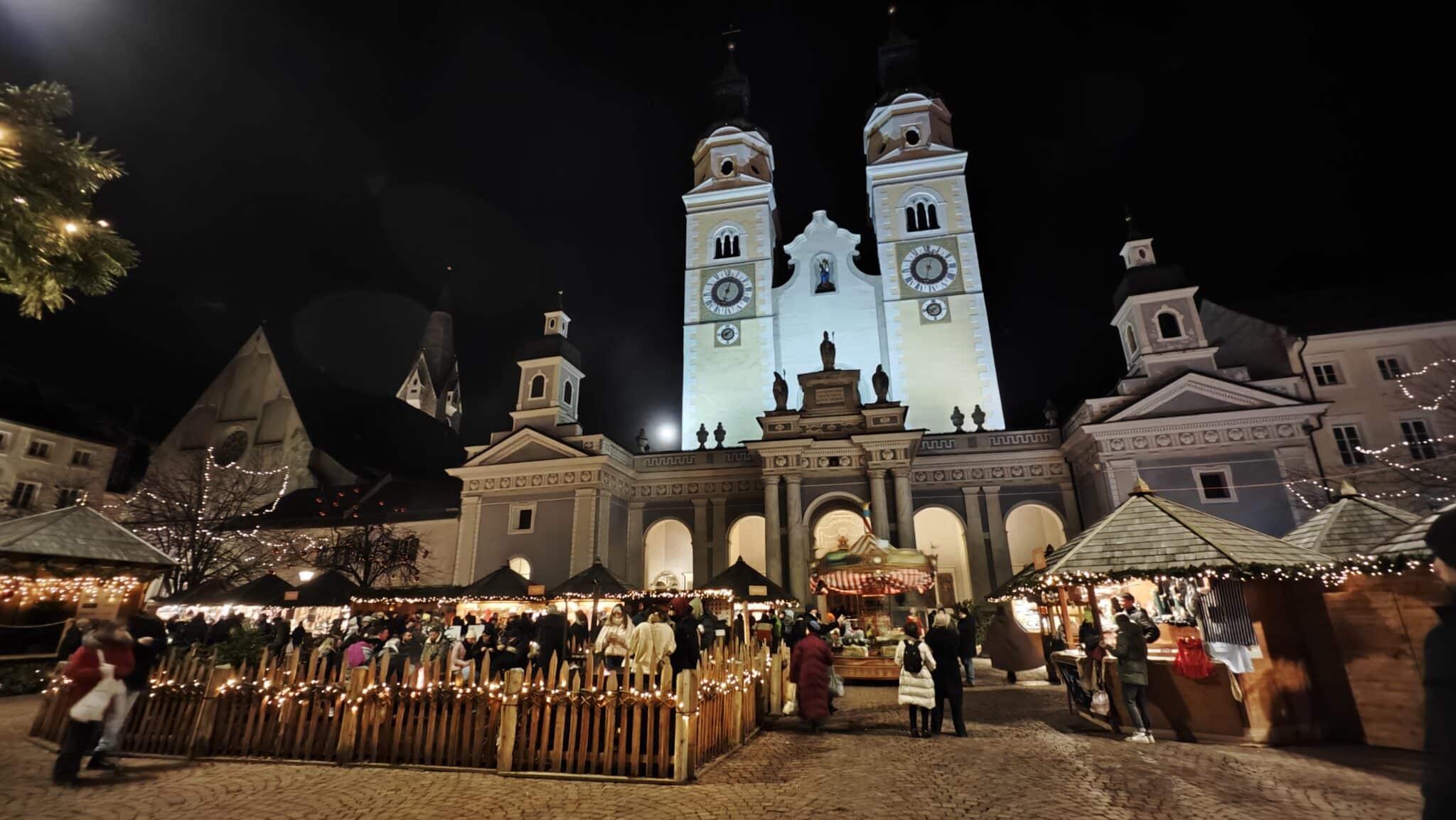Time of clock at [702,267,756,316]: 12:33
